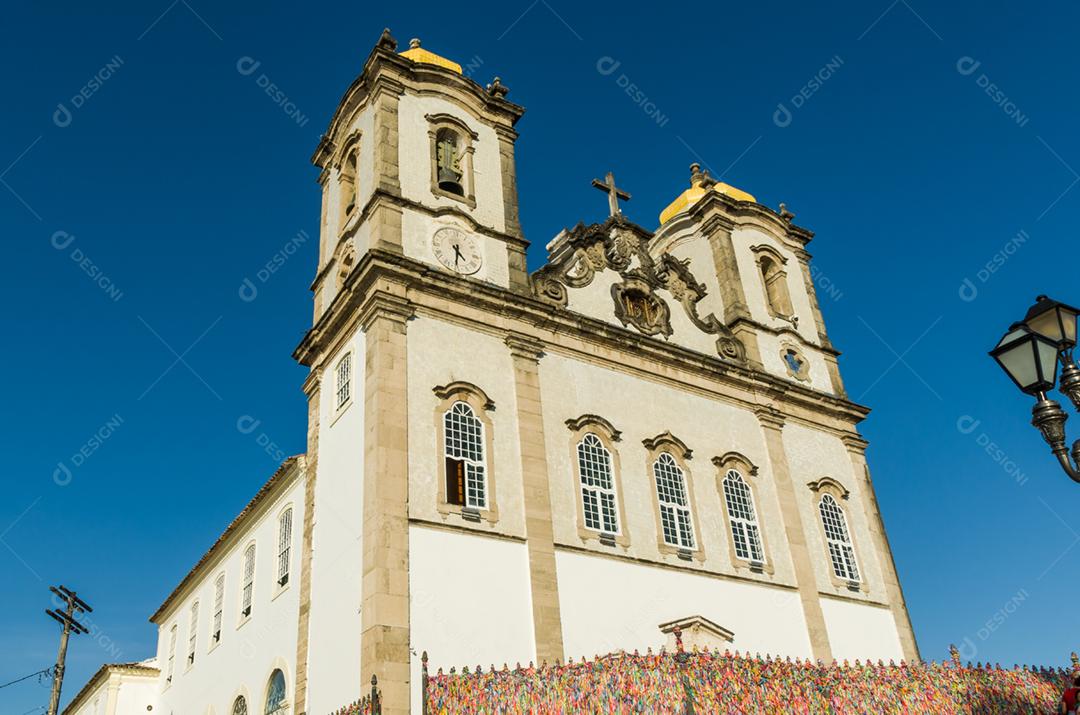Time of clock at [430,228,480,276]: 4:31
